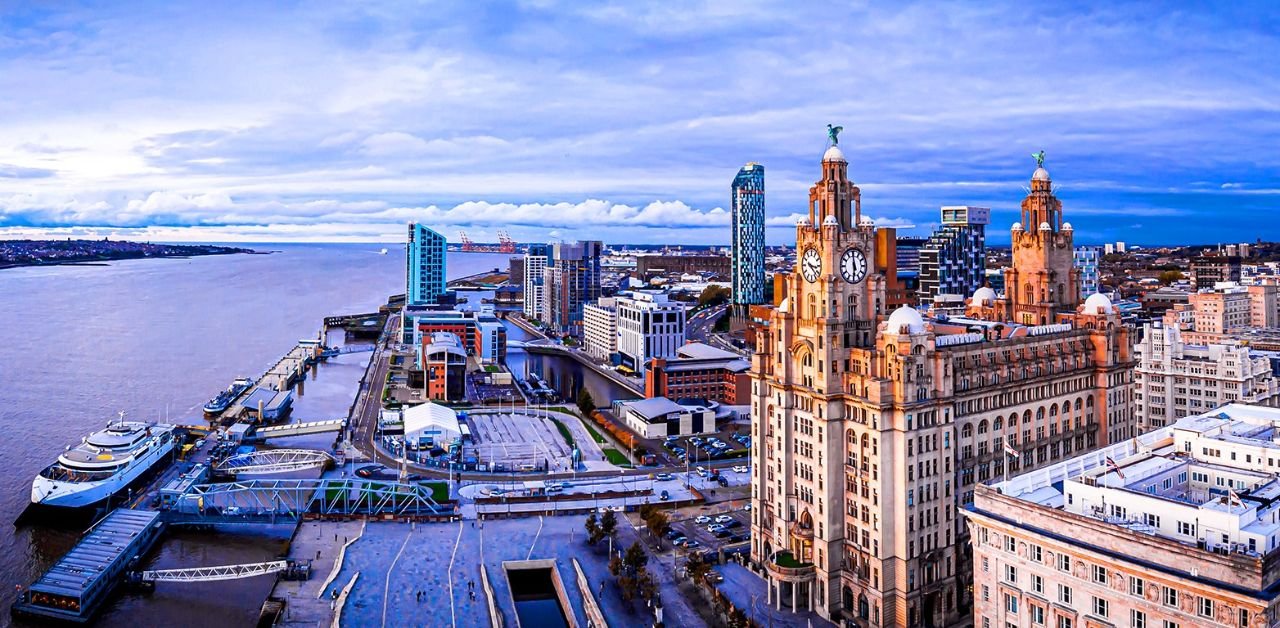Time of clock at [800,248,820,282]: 3:22
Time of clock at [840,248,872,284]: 5:59
